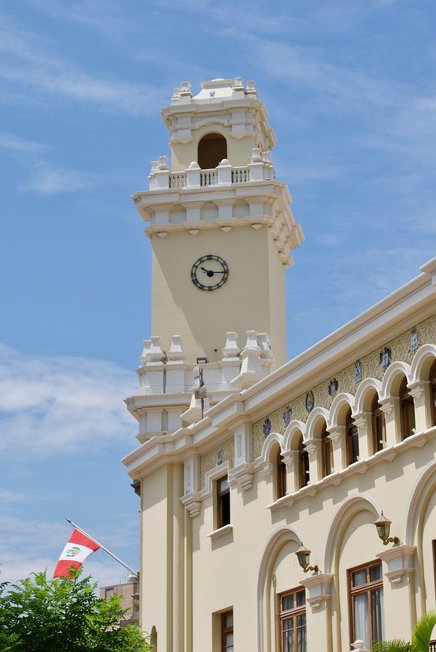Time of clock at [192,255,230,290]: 10:15
